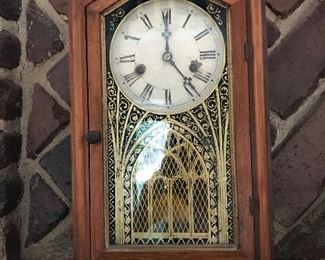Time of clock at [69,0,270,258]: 4:00
